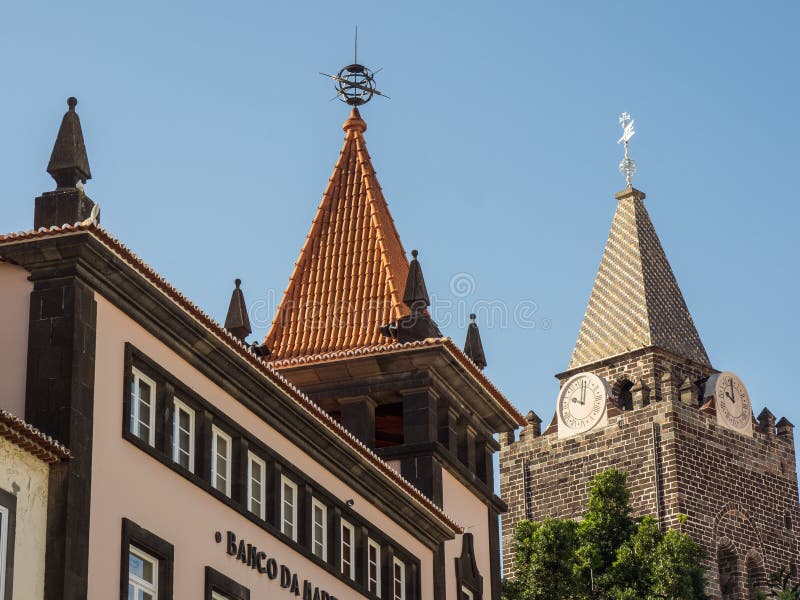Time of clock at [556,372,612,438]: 10:00
